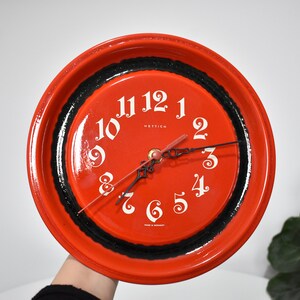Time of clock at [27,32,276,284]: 7:13
